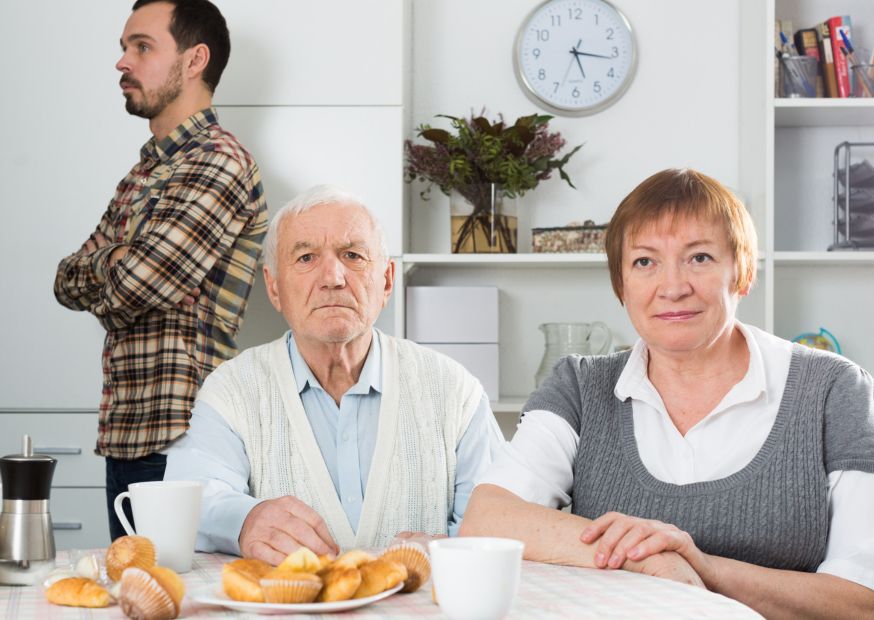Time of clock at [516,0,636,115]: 5:16
